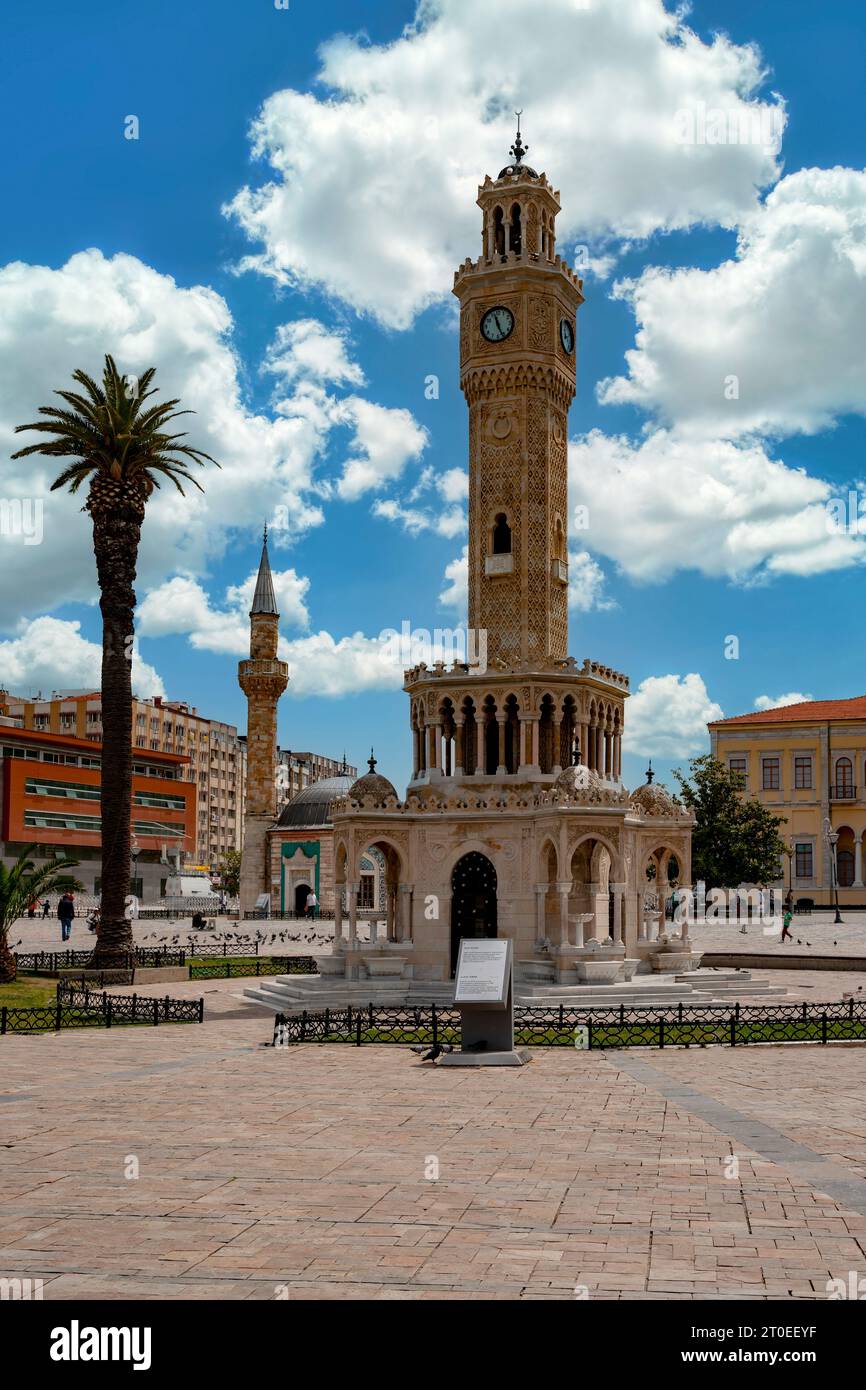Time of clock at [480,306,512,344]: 11:26
